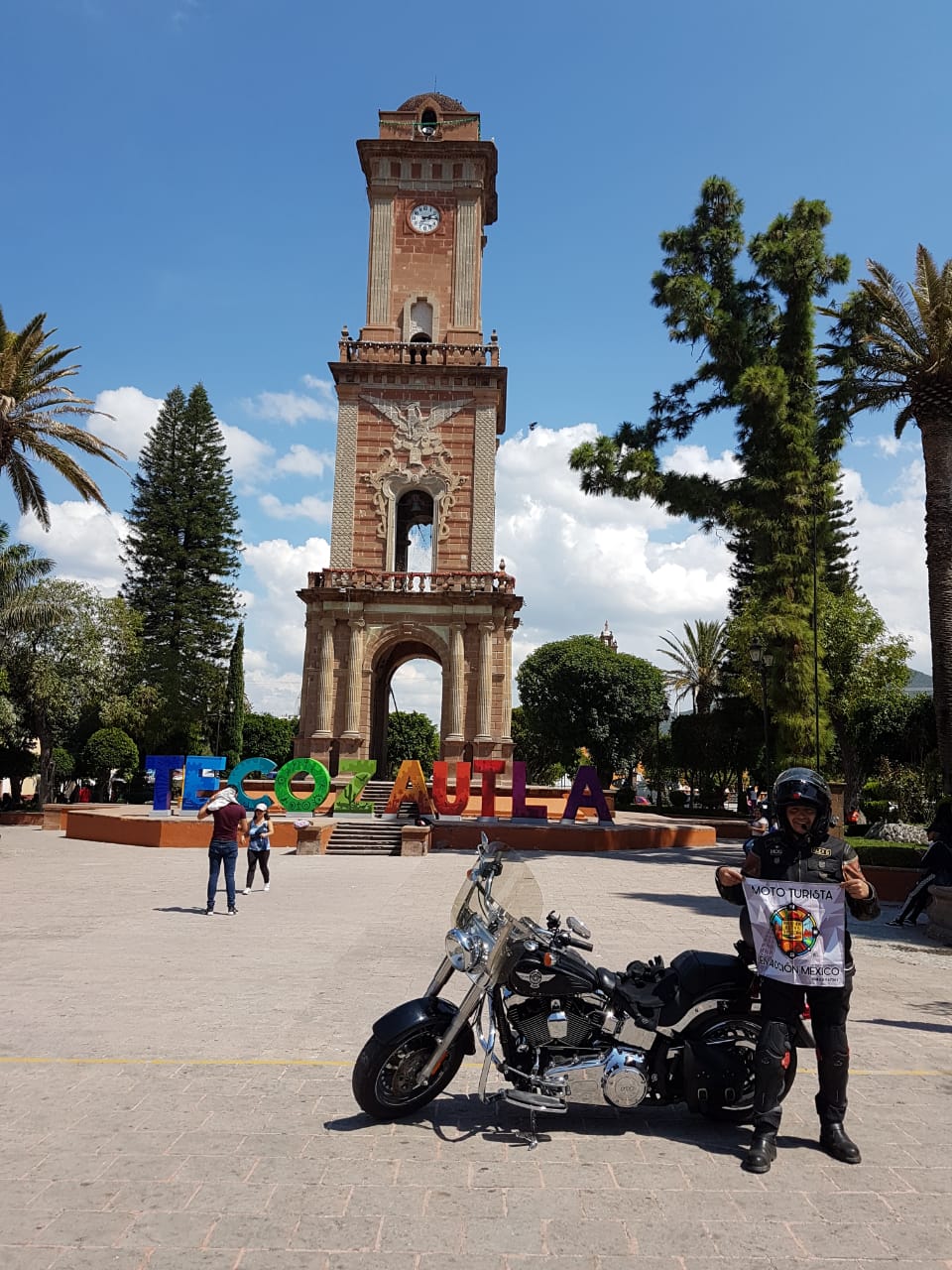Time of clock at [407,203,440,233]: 2:15
